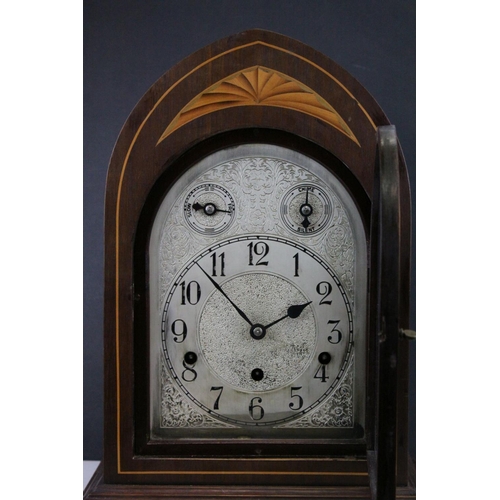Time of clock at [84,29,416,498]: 1:52
